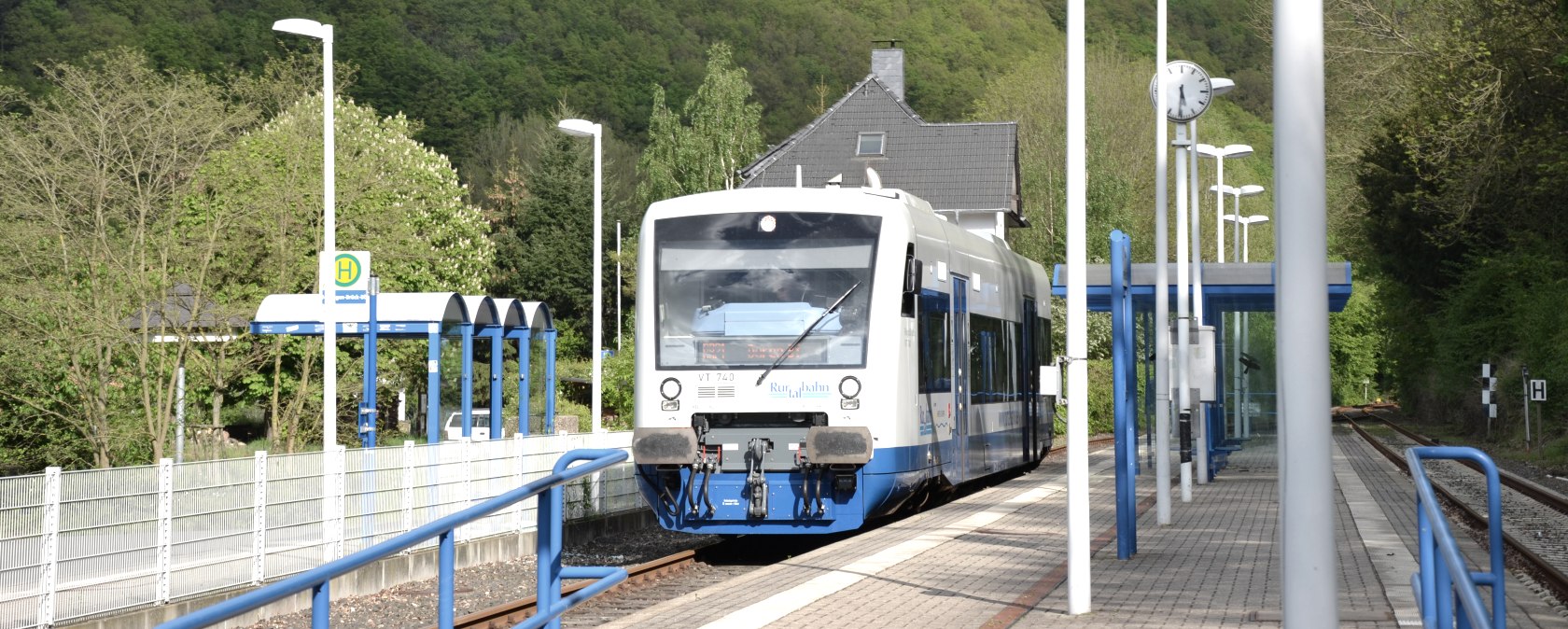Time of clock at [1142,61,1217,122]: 5:31
